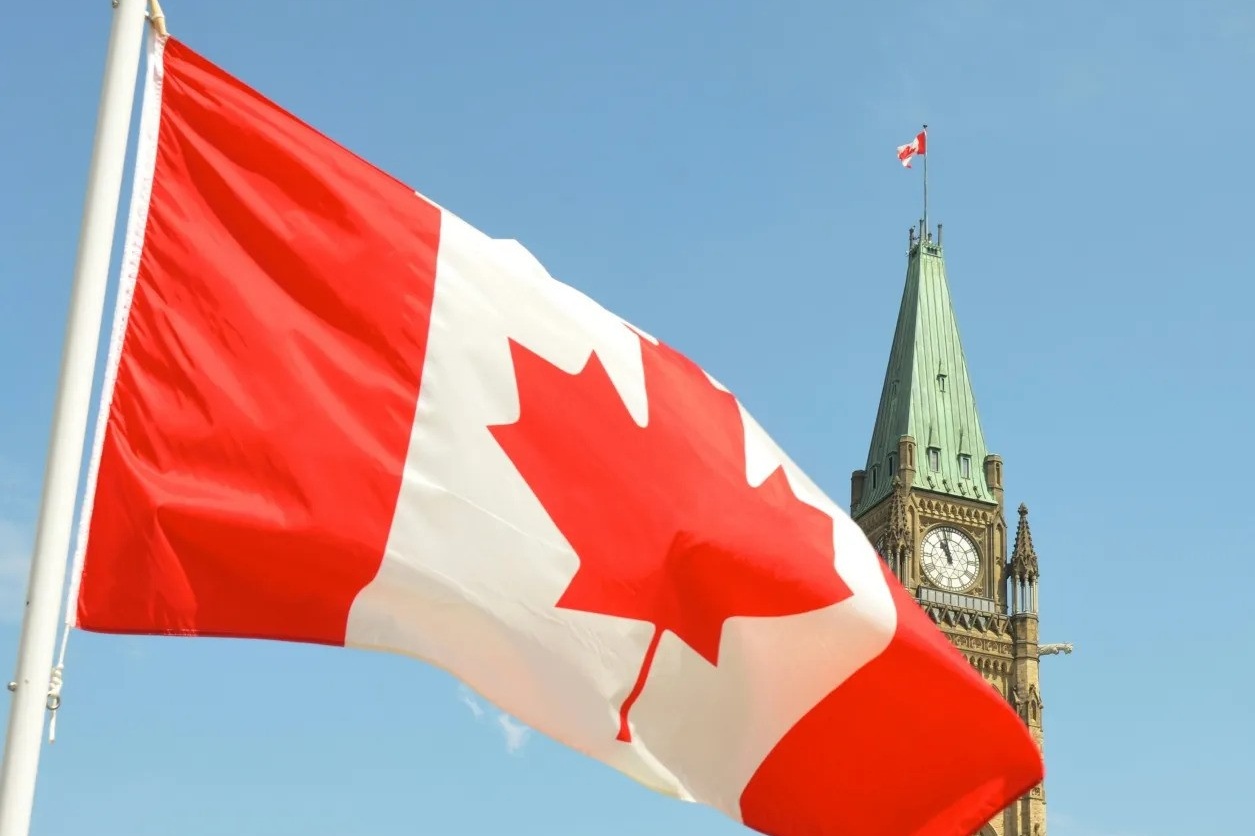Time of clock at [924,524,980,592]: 10:58
